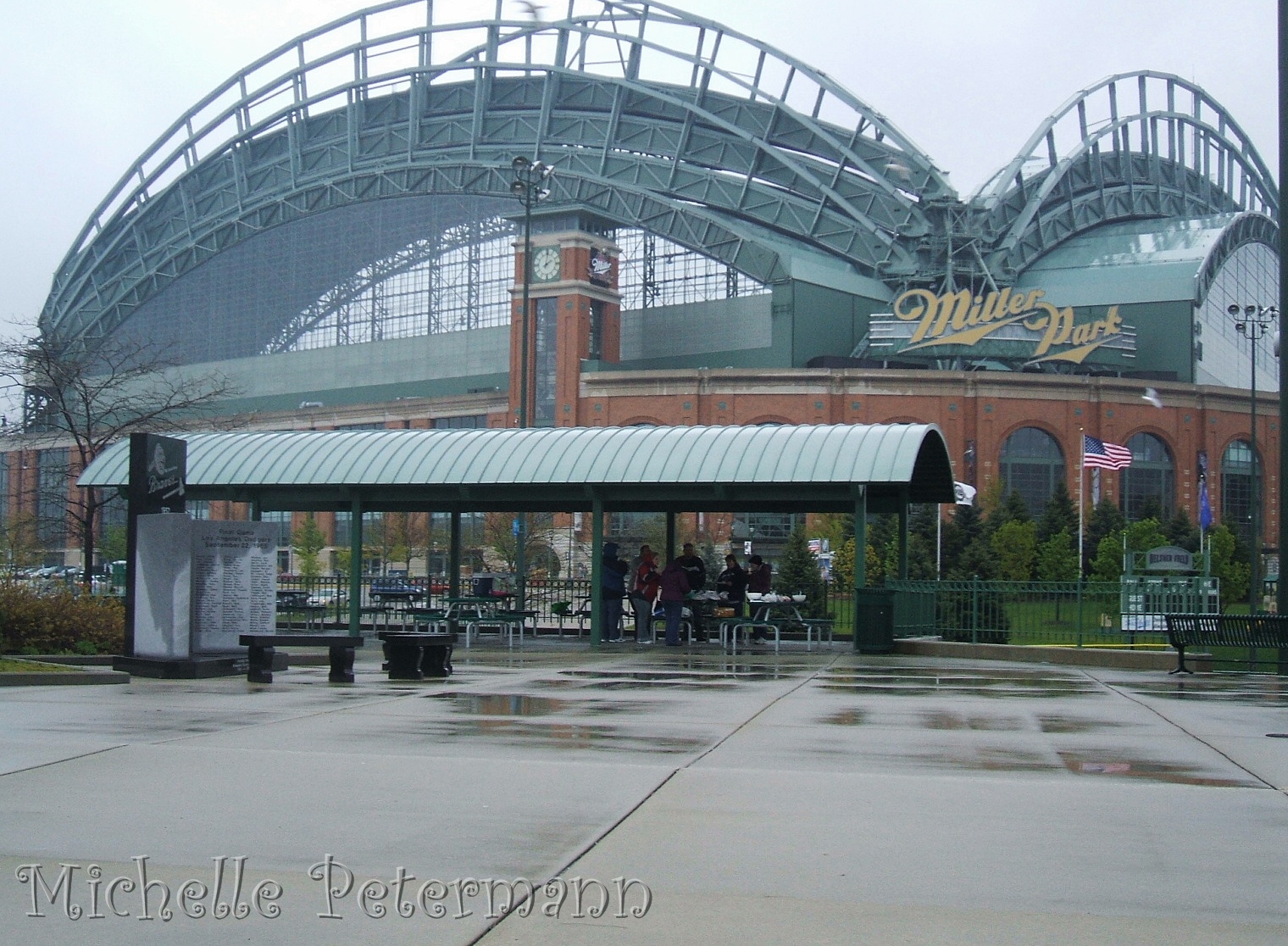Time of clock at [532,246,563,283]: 2:01
